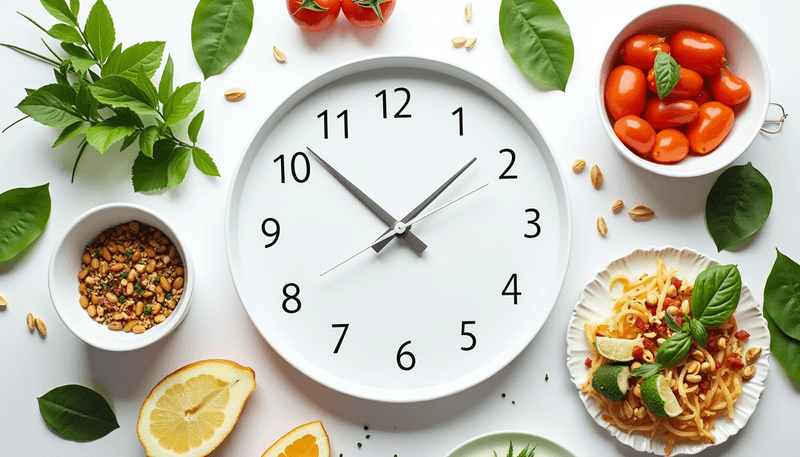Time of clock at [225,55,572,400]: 1:52
